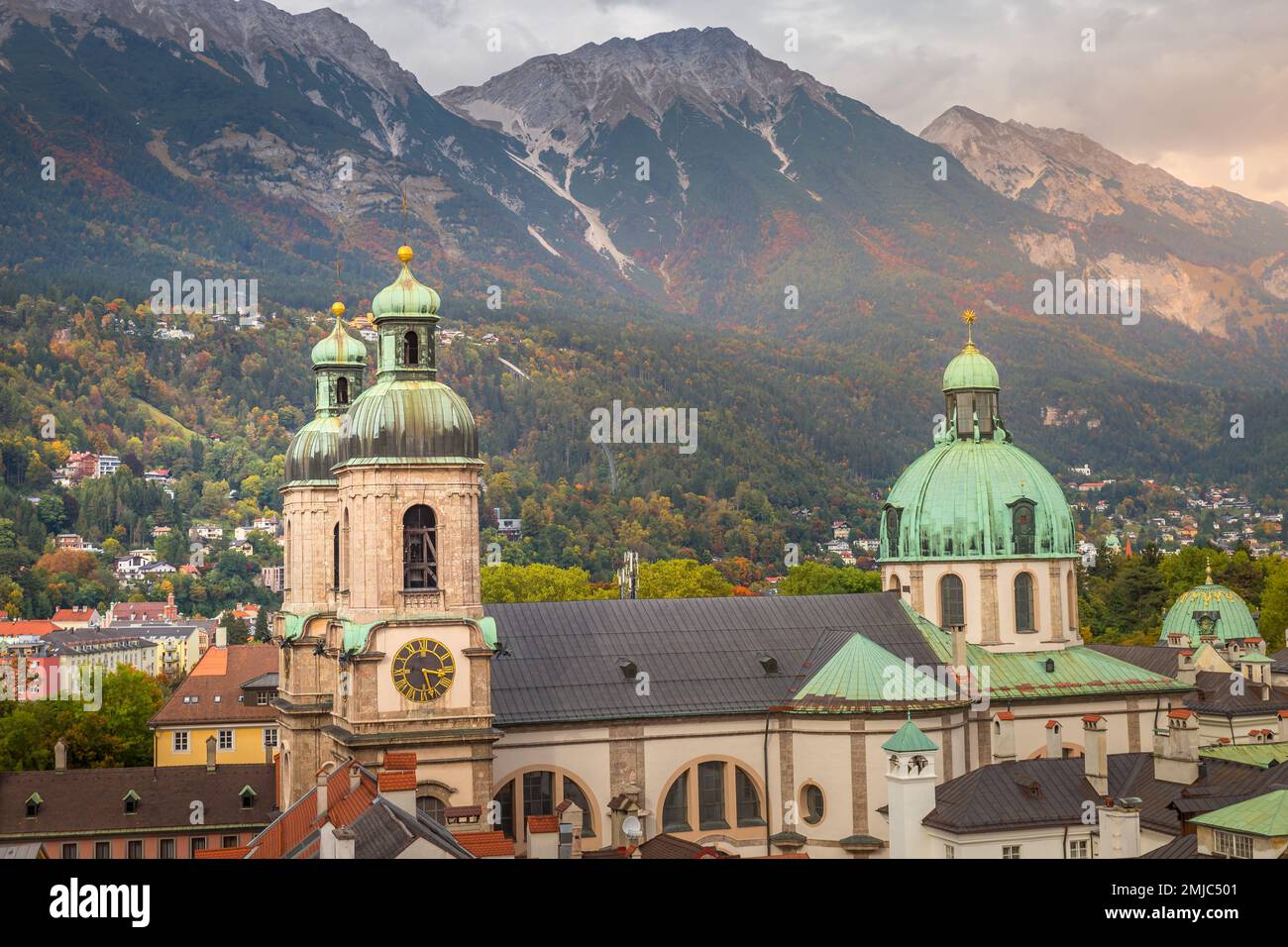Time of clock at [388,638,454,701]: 5:16
